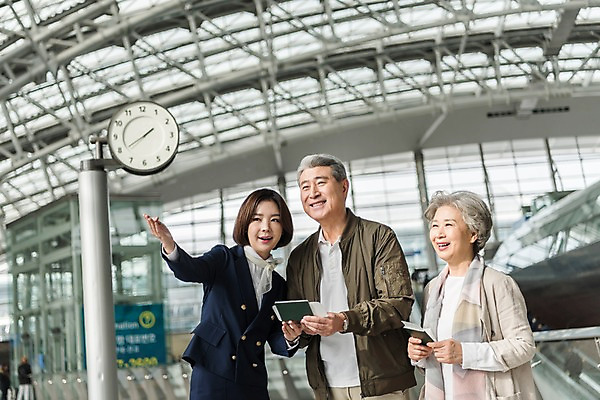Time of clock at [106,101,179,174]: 1:40
